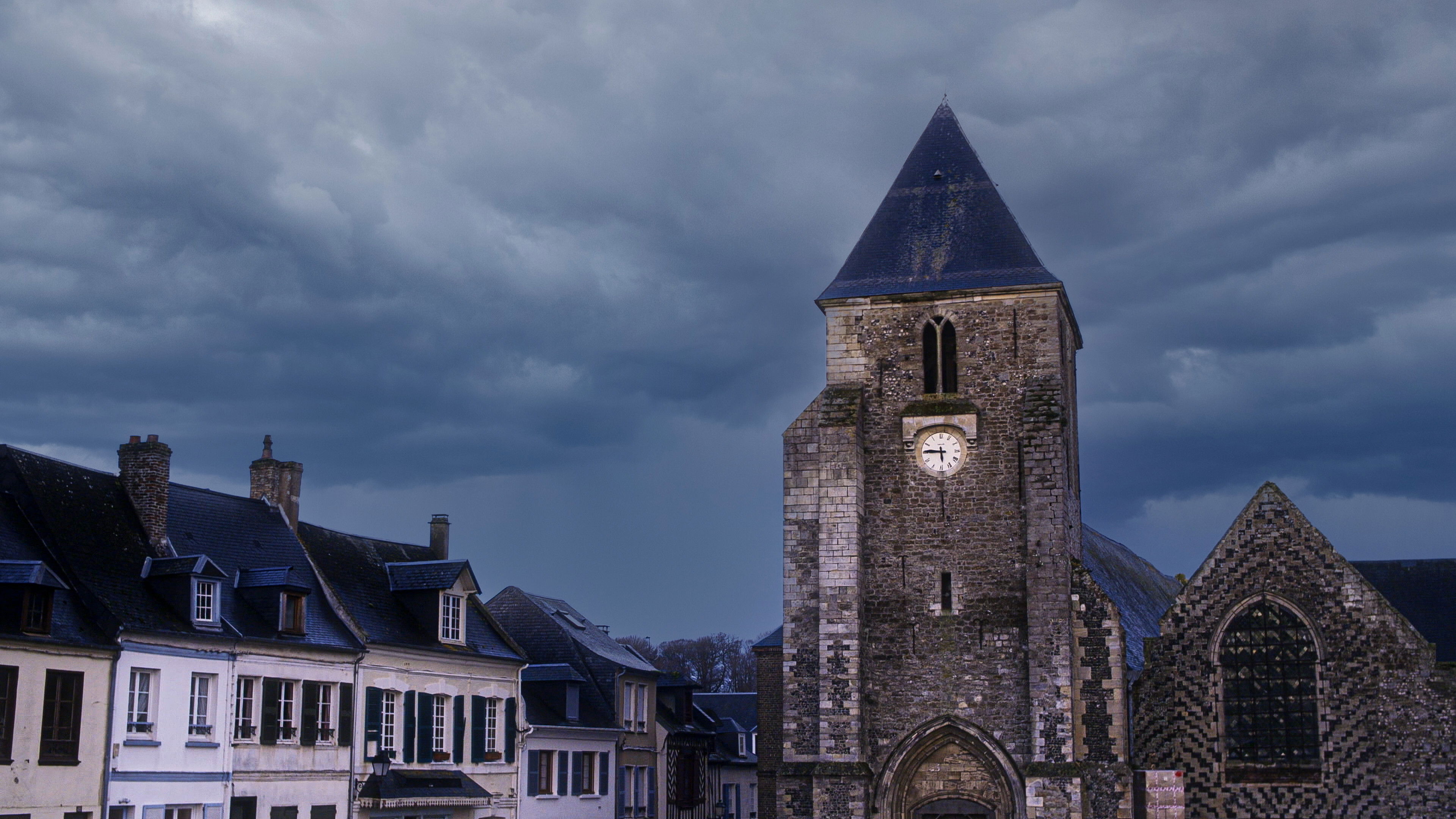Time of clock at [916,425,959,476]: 5:45
